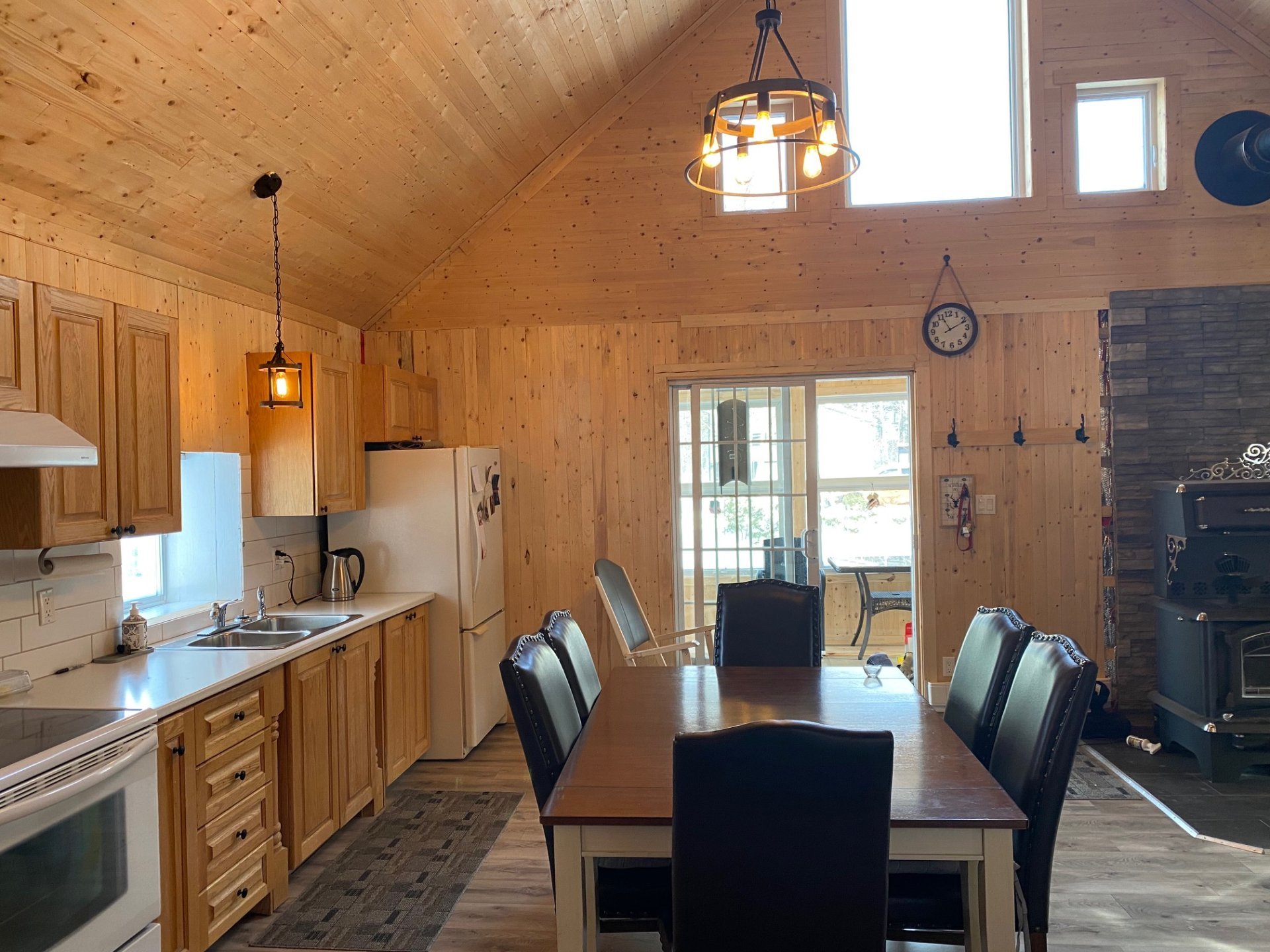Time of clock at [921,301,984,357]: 11:11
